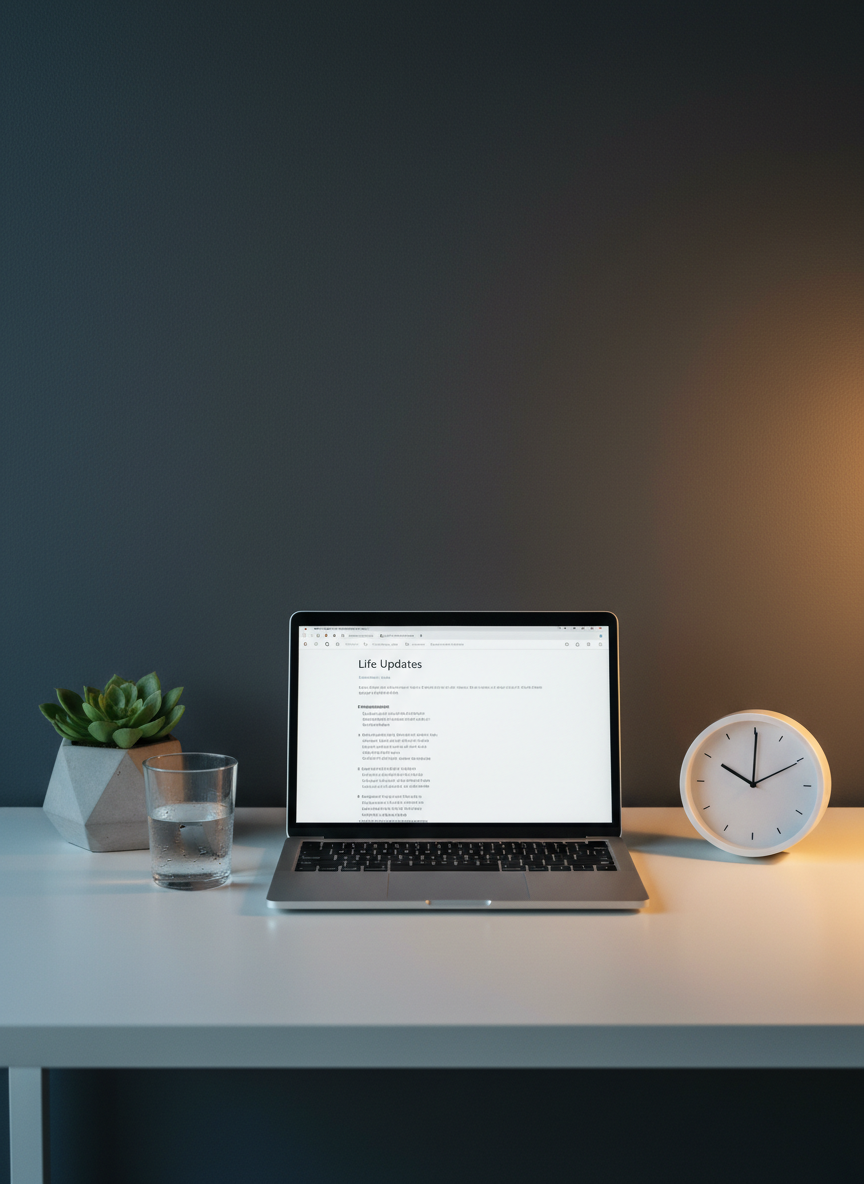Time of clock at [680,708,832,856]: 10:00
